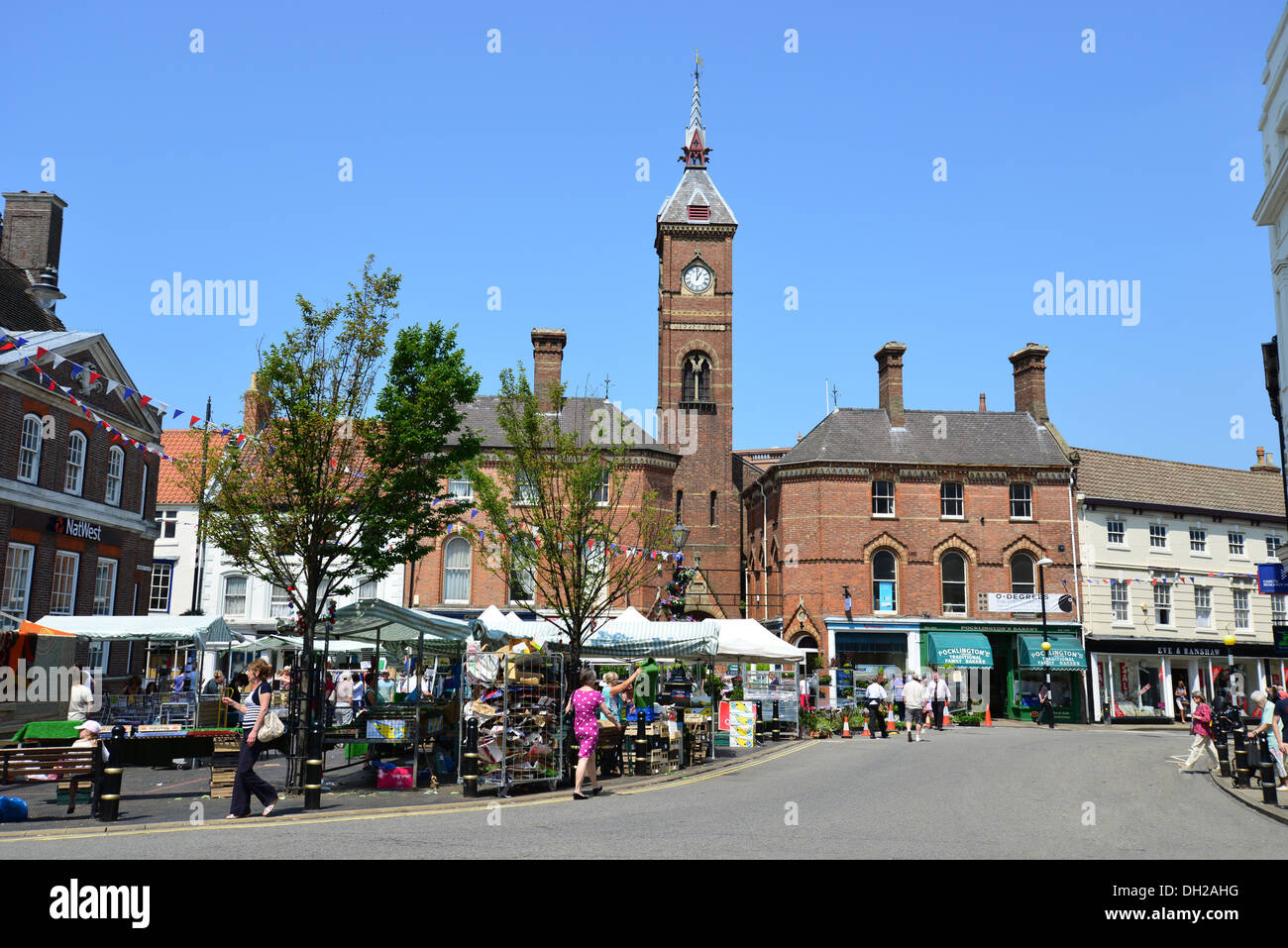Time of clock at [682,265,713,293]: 1:00
